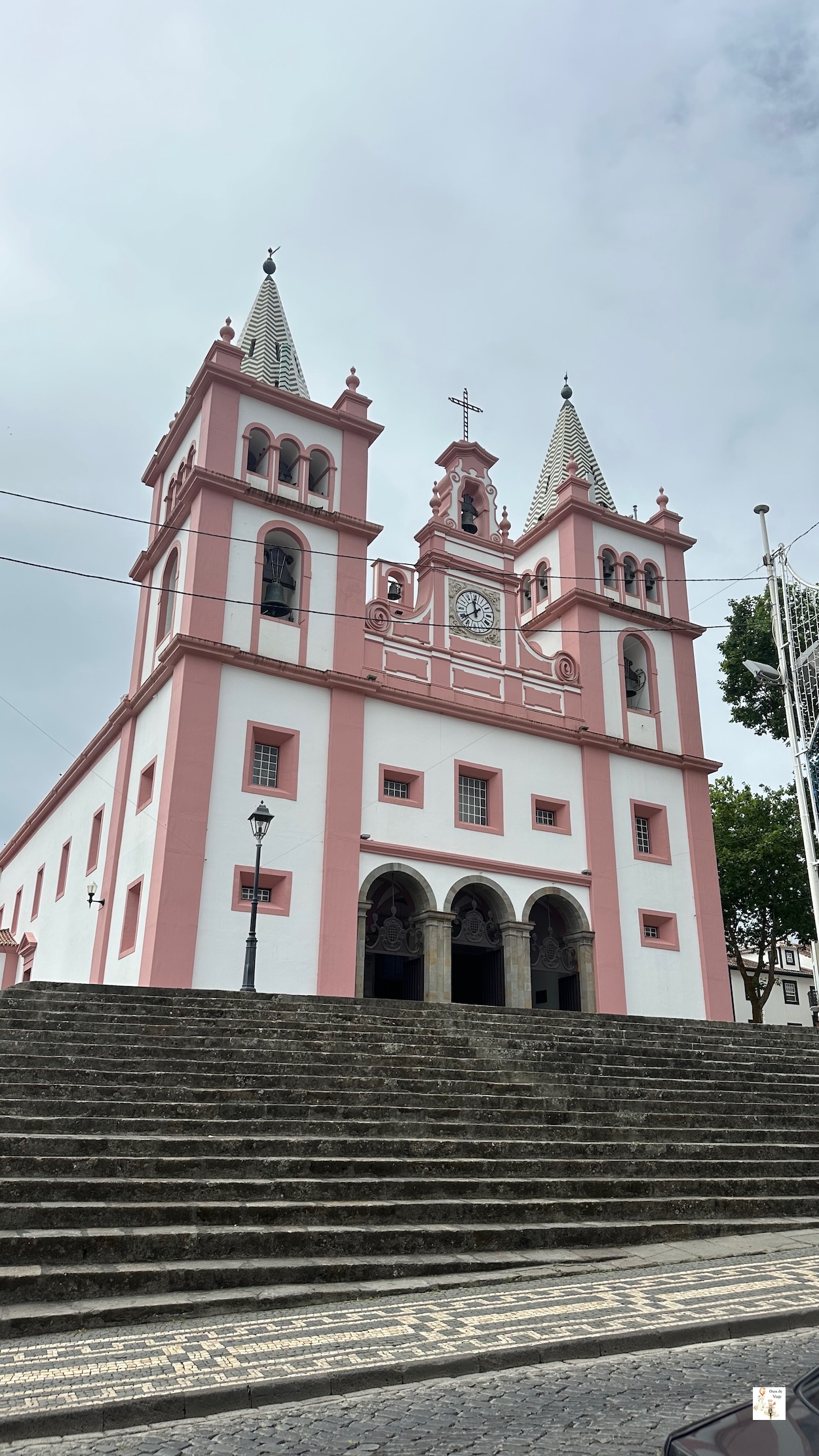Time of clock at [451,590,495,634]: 11:38
